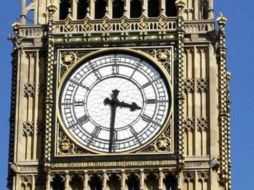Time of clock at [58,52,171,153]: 3:30
